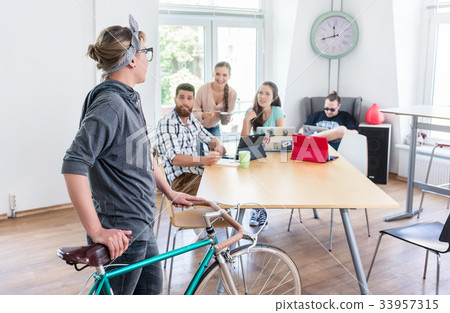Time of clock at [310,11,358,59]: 11:42
